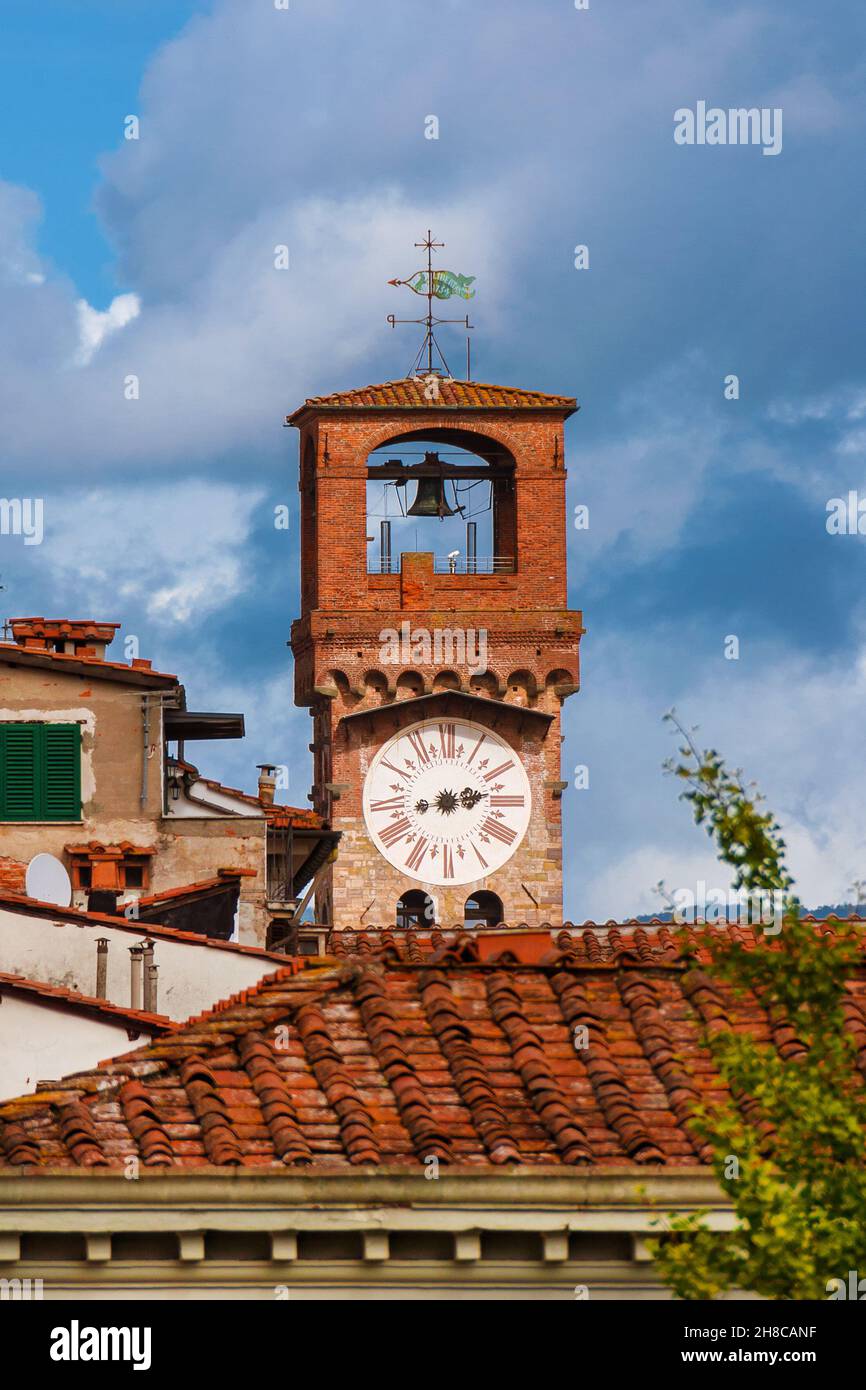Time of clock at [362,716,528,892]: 2:12
